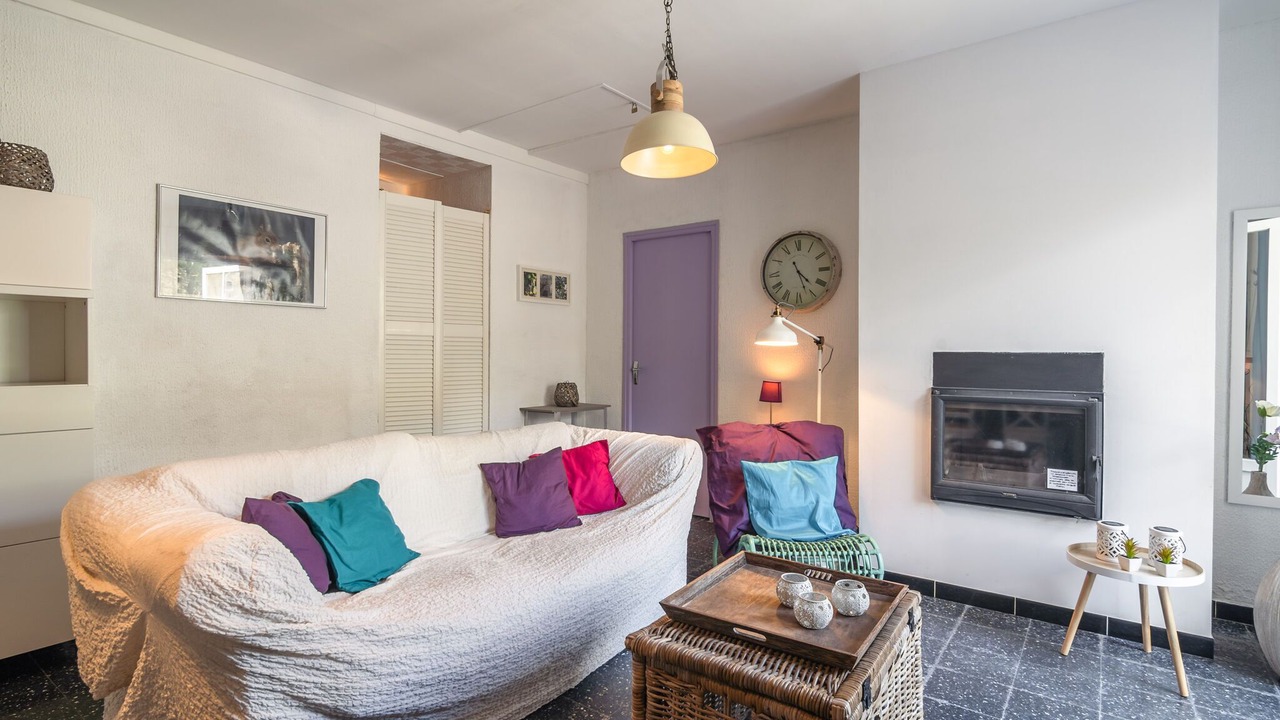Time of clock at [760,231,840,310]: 4:26
